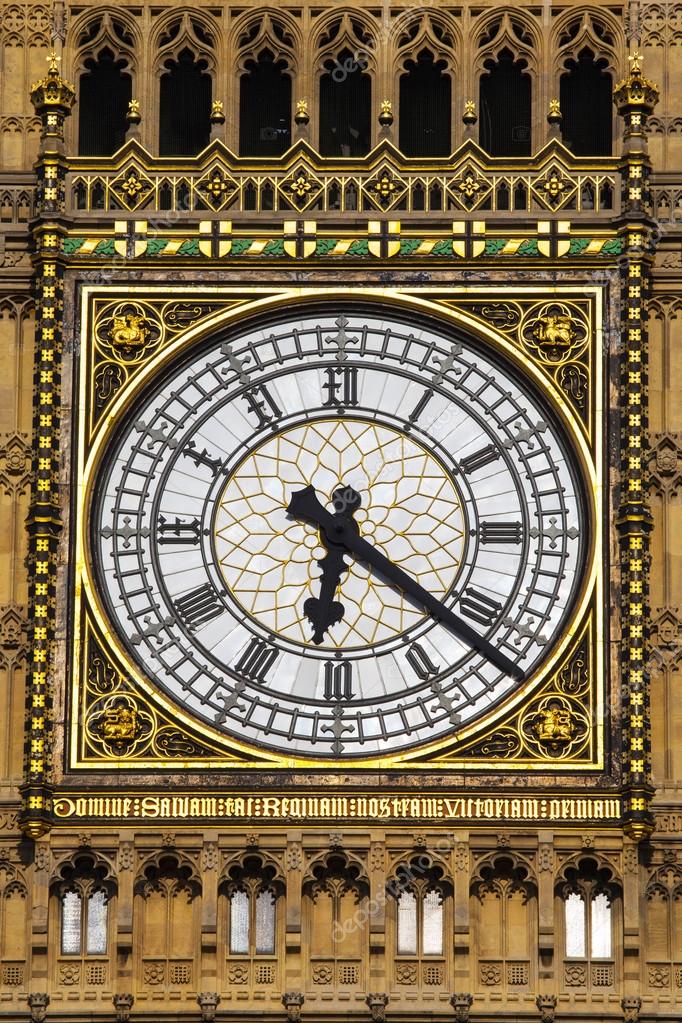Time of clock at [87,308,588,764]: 6:21
